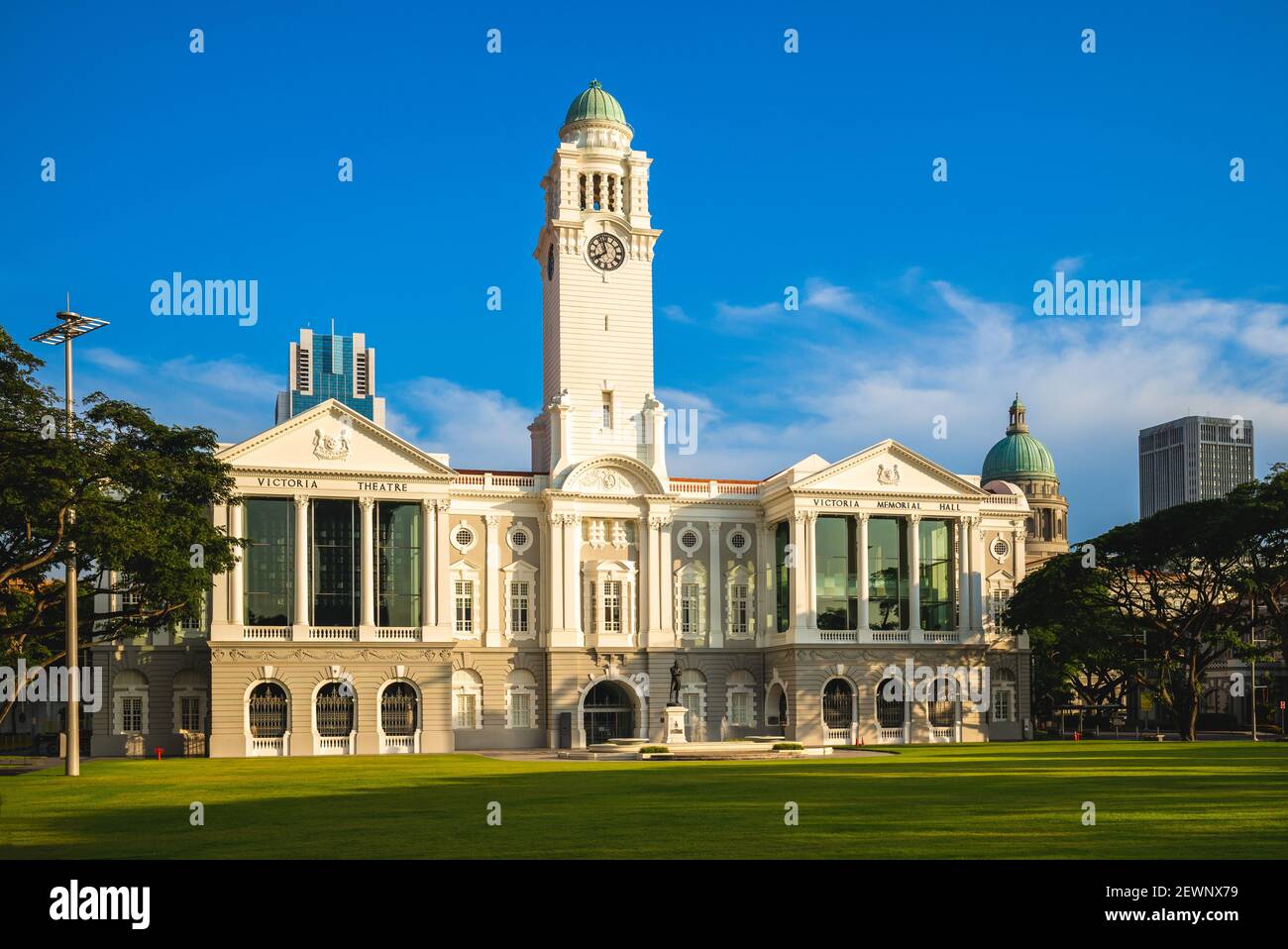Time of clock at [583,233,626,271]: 7:57
